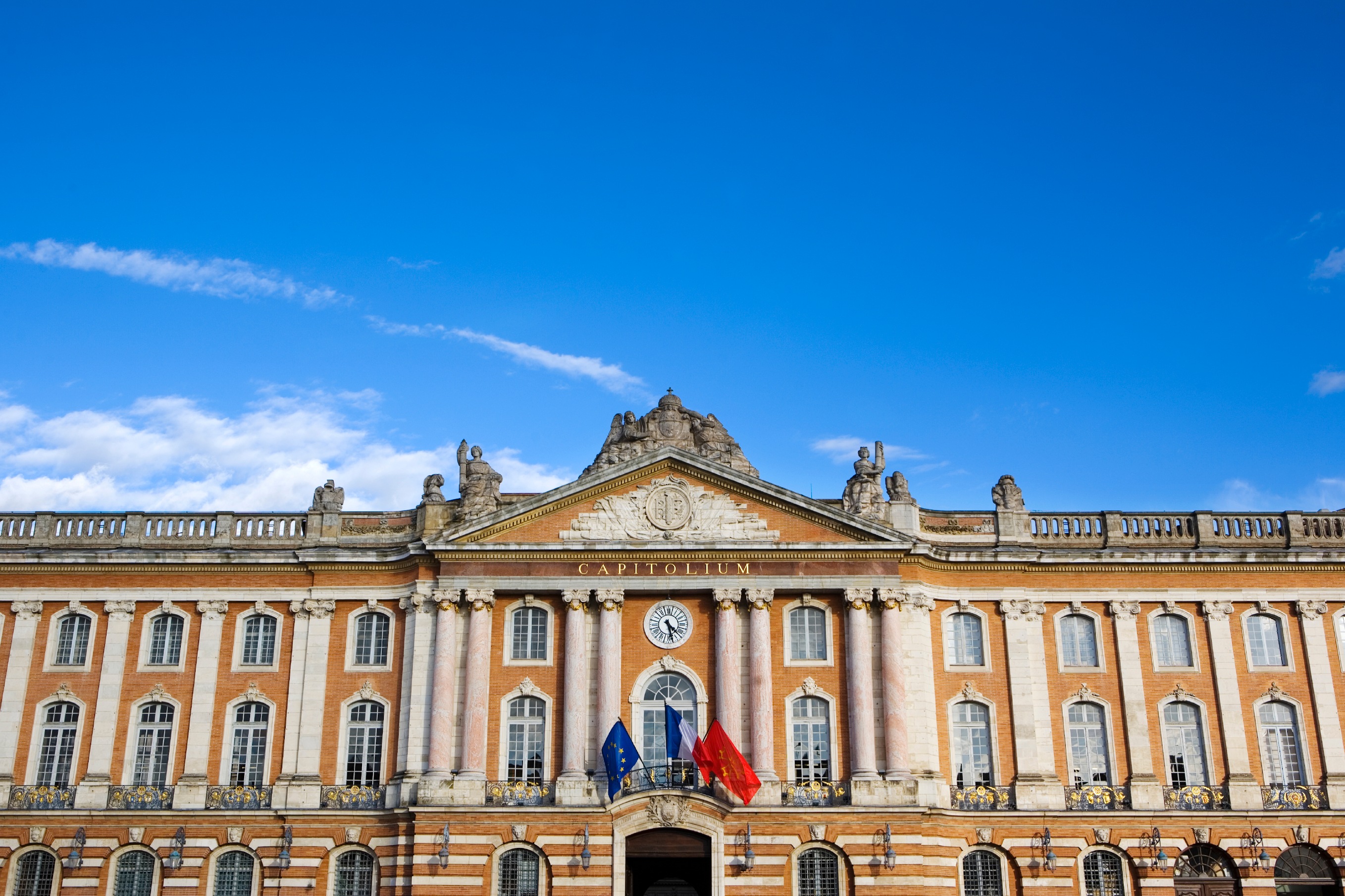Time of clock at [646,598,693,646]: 4:27
